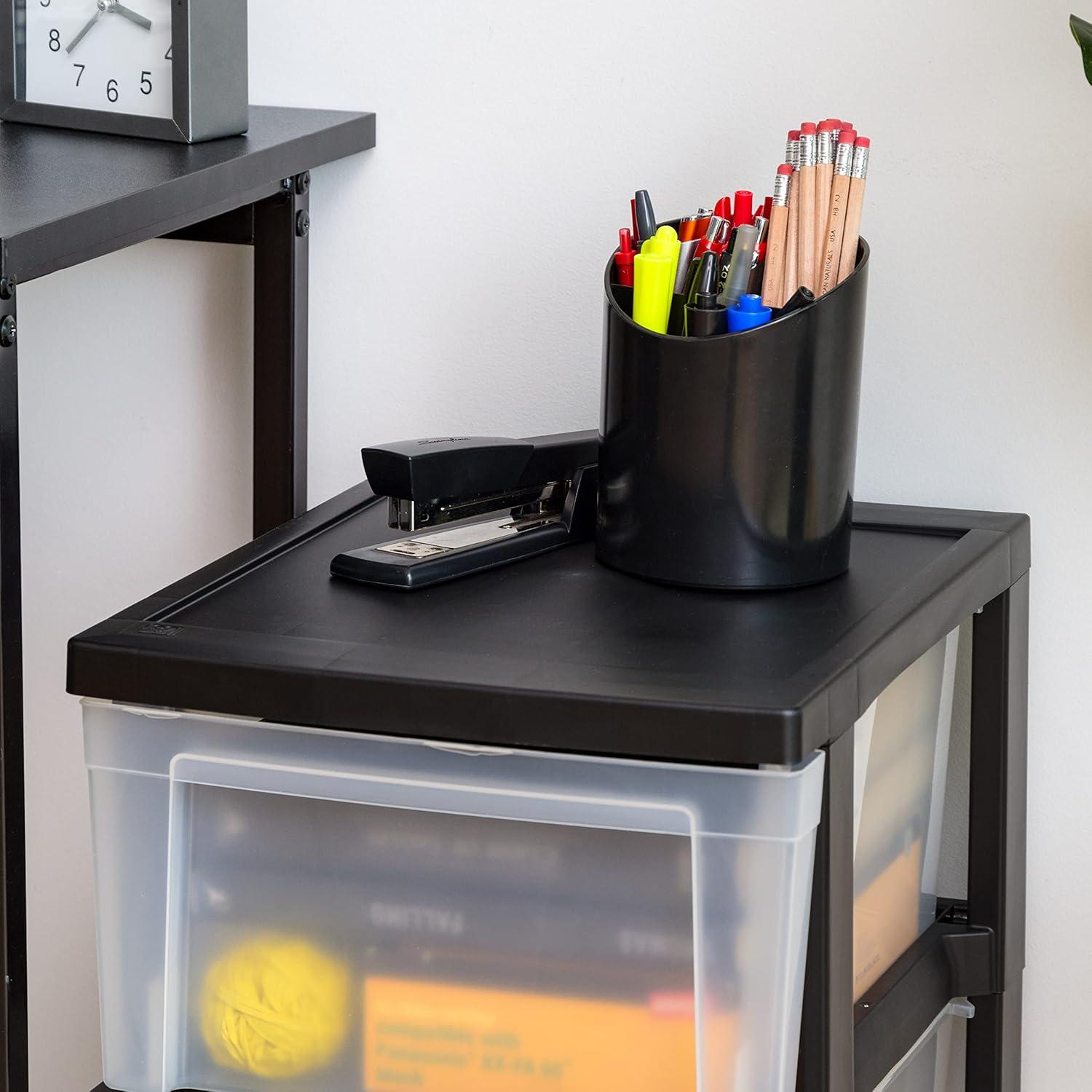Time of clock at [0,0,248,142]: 3:37
